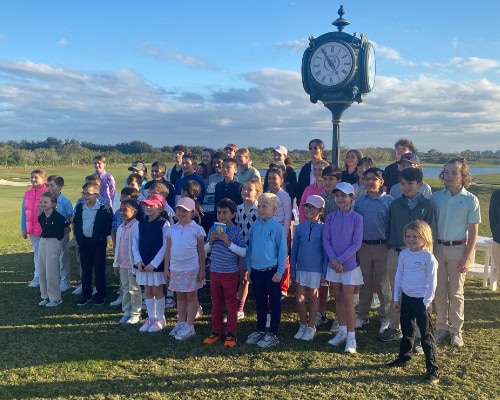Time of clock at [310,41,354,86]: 4:54
